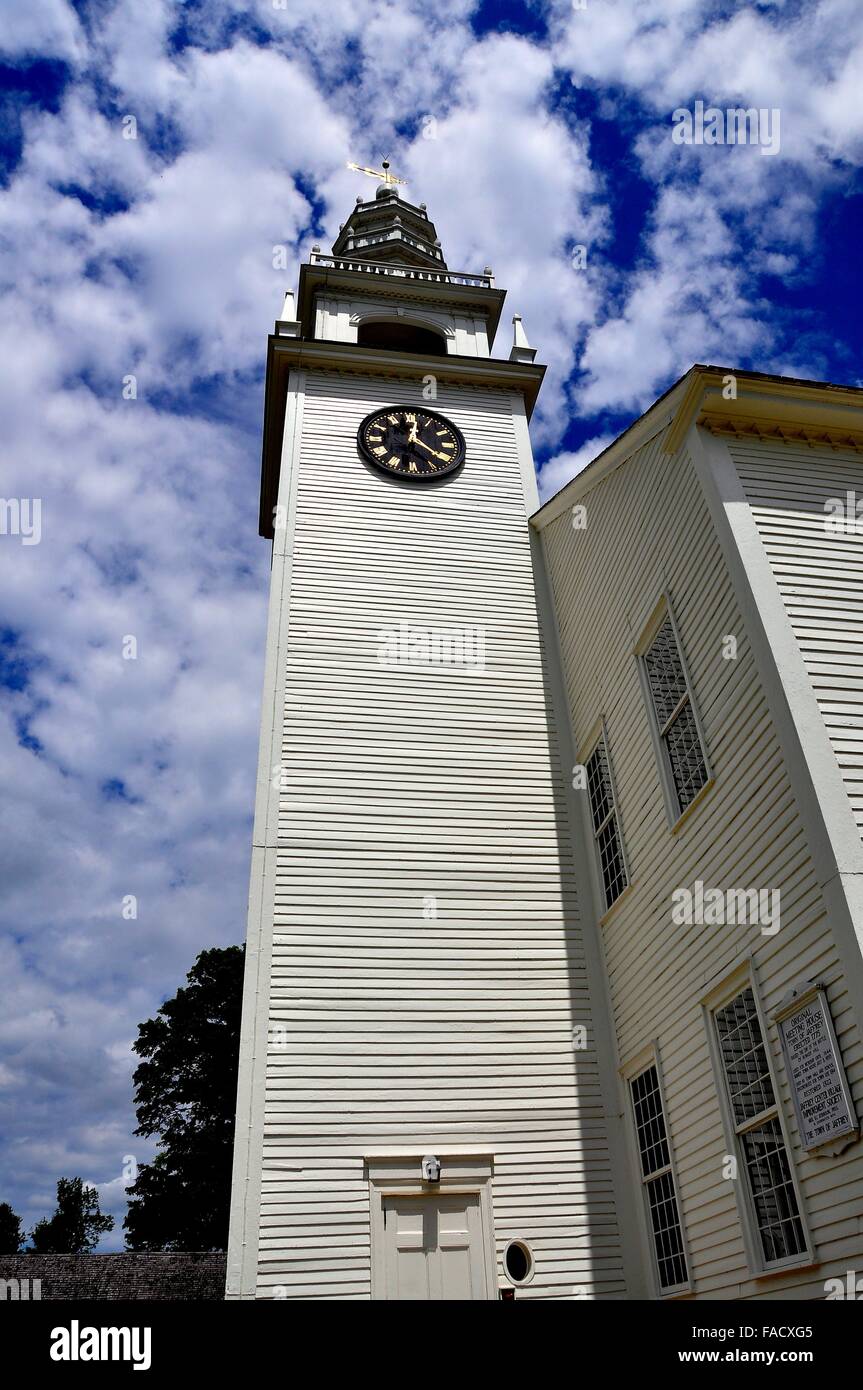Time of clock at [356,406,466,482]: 12:20
